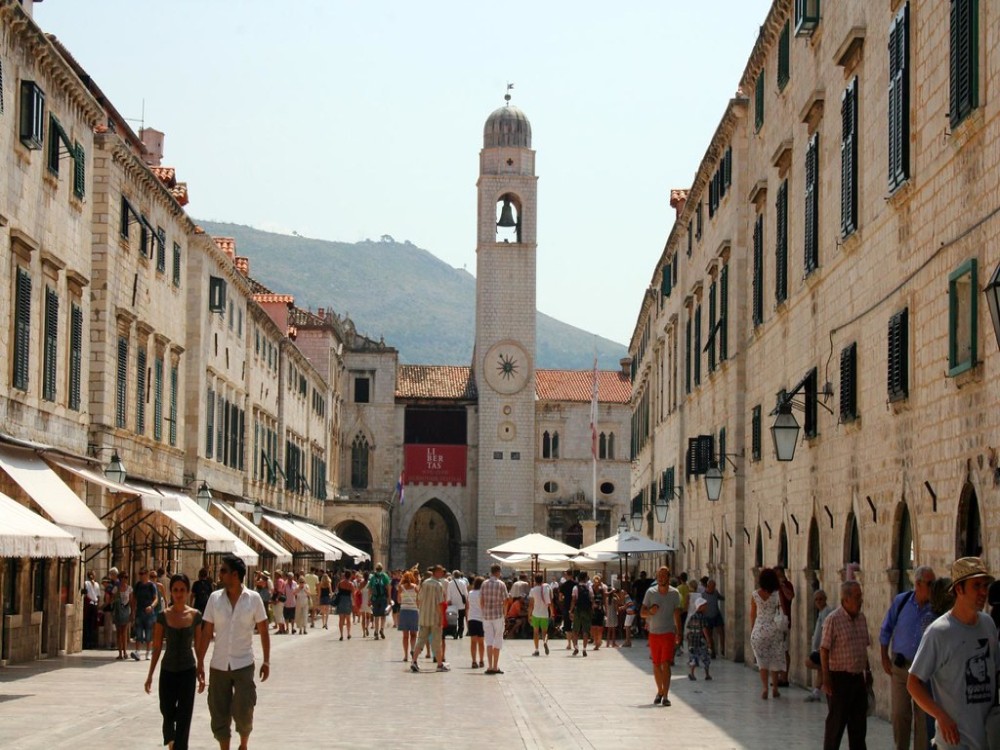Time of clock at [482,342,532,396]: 12:55
